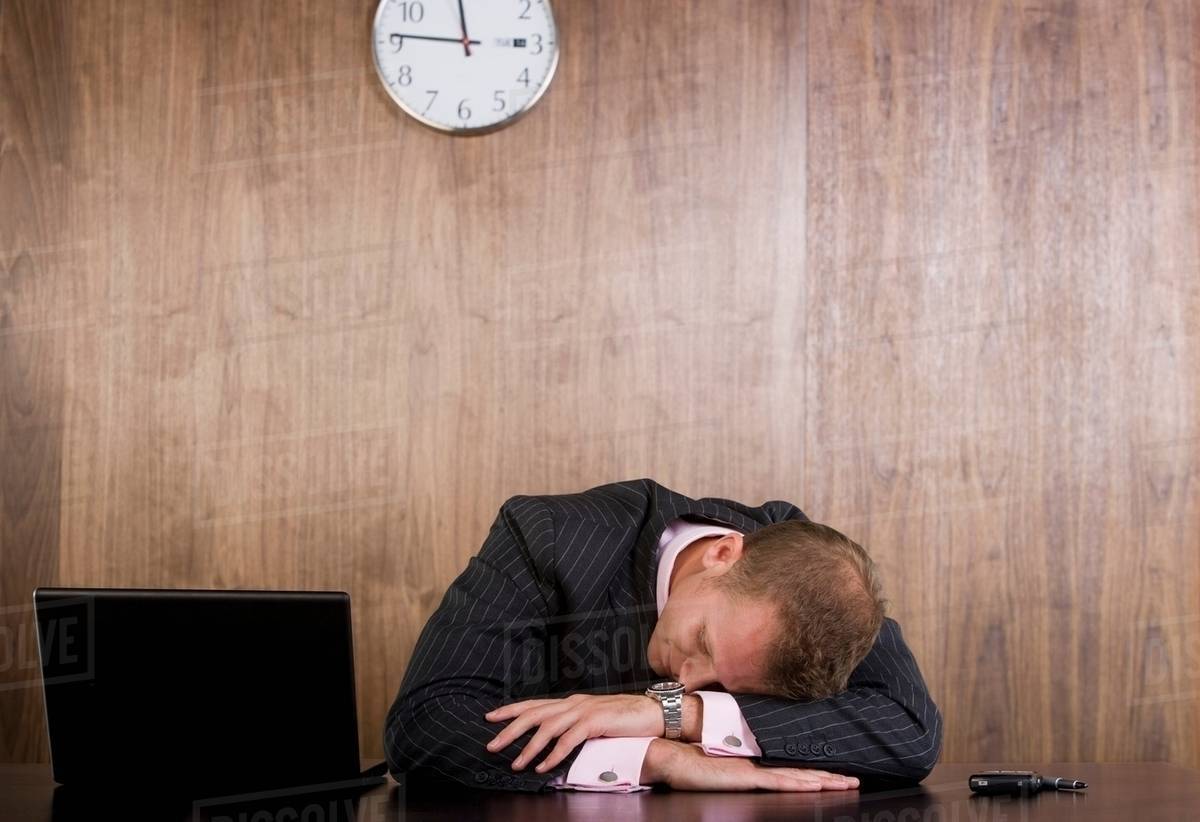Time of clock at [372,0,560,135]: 11:45
